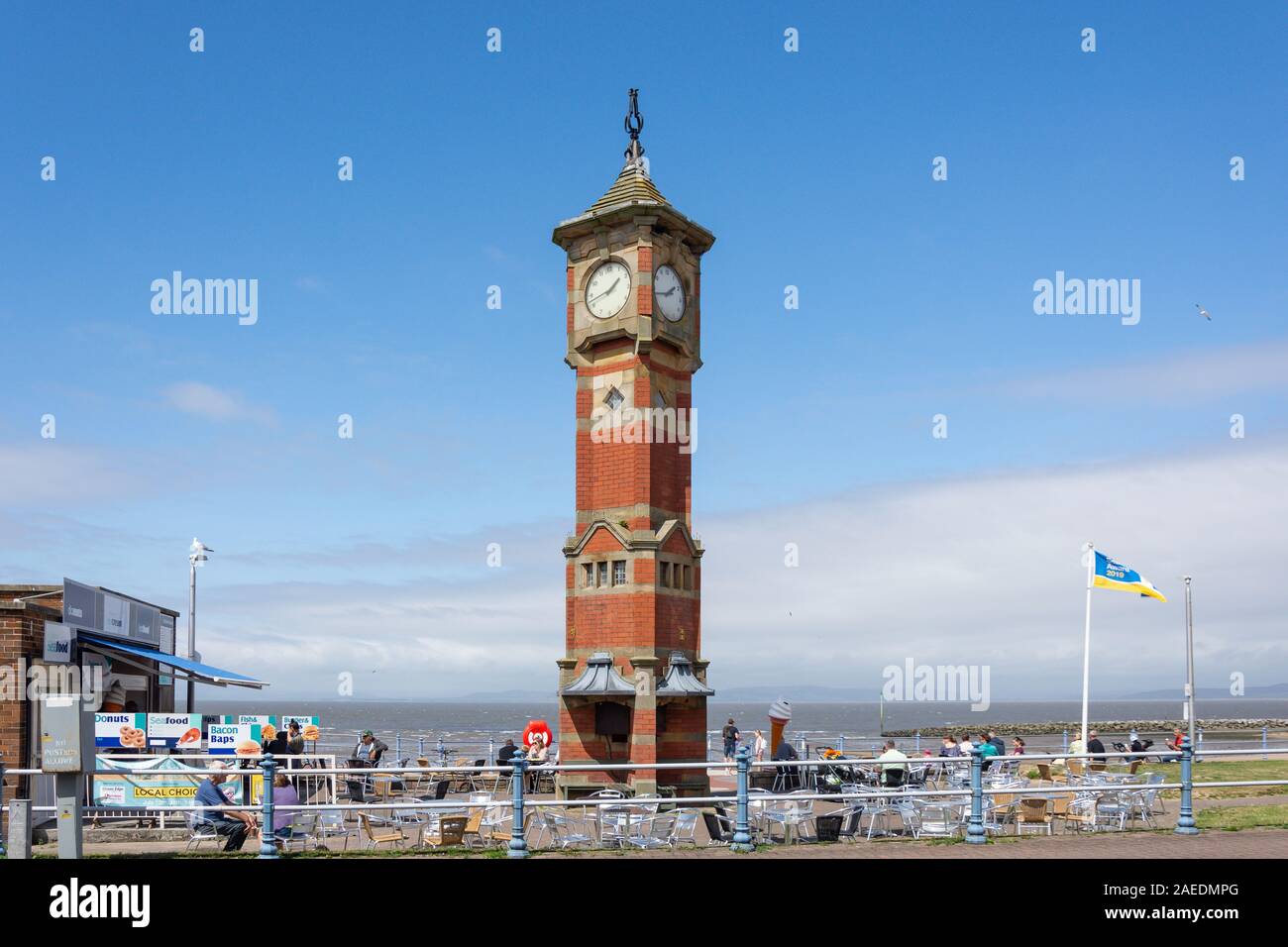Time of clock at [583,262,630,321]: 1:42
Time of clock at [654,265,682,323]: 1:43
